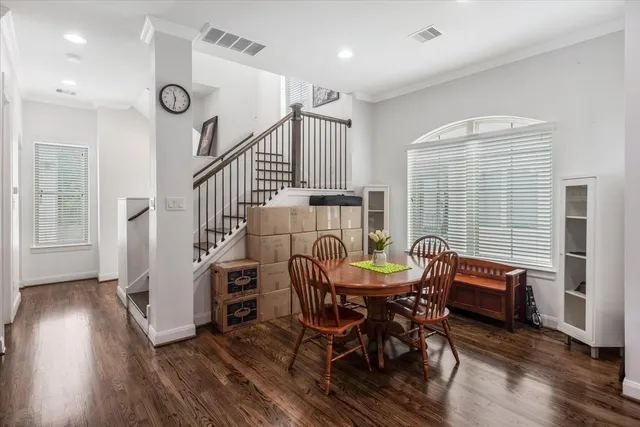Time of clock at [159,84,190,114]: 11:31
